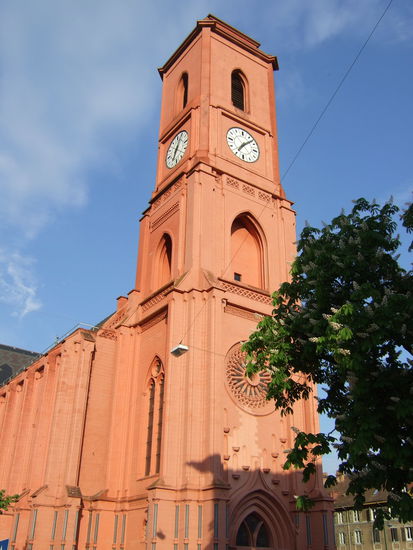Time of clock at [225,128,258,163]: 7:07
